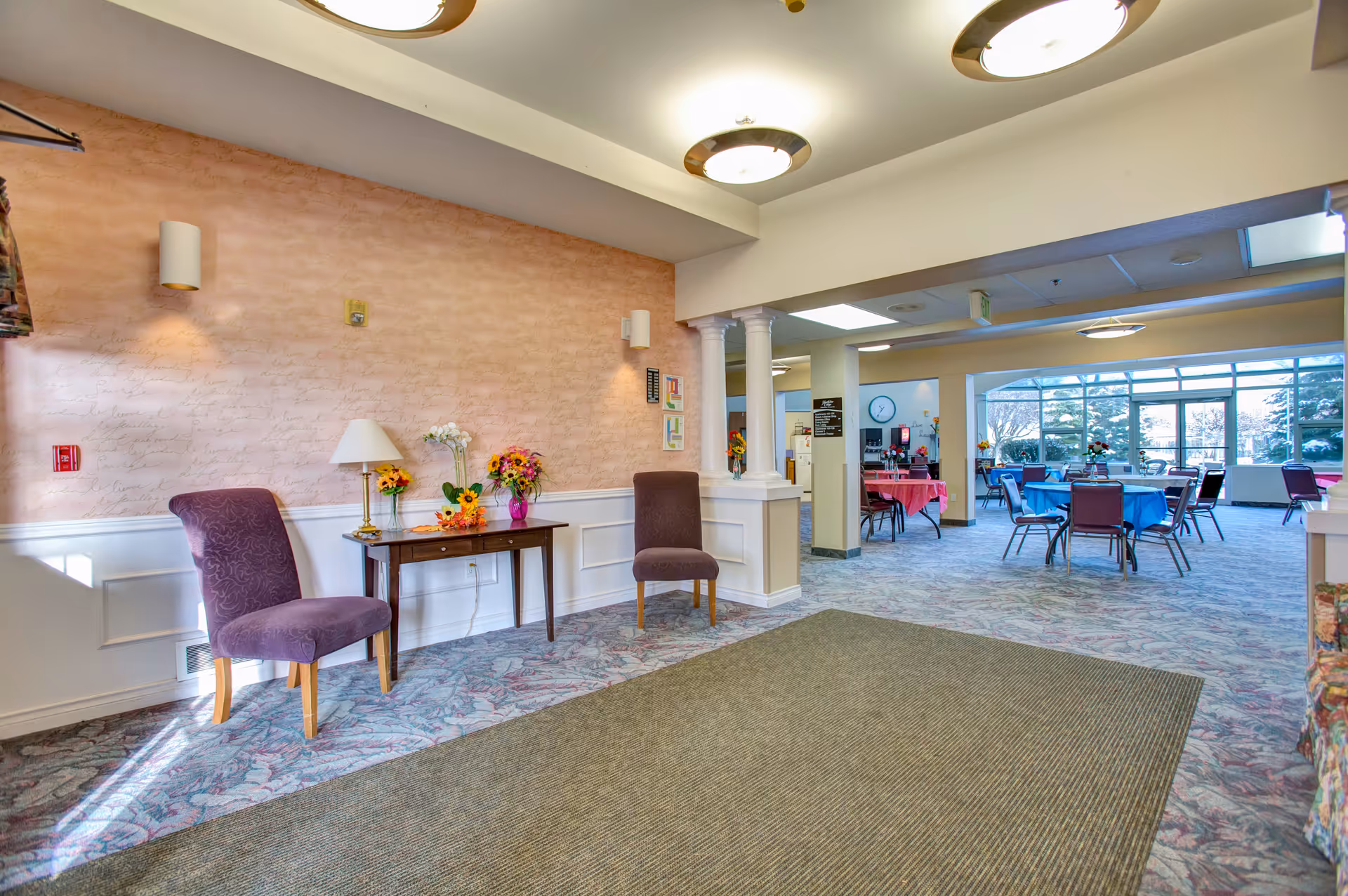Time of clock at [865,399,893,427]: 10:36
